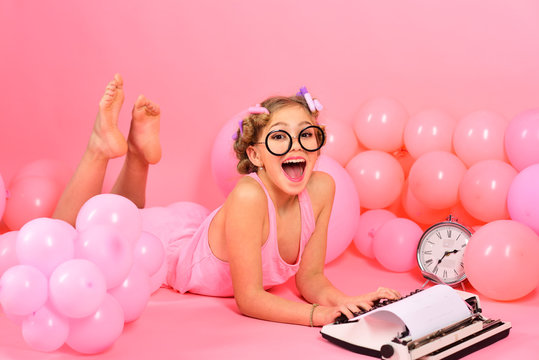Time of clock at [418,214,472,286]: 2:35
